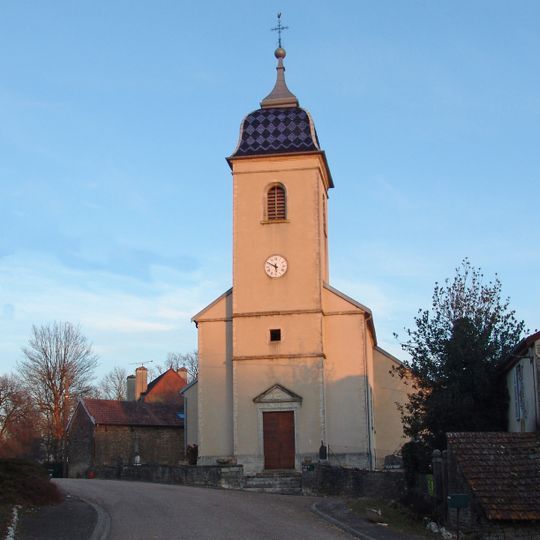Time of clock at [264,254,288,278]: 5:49
